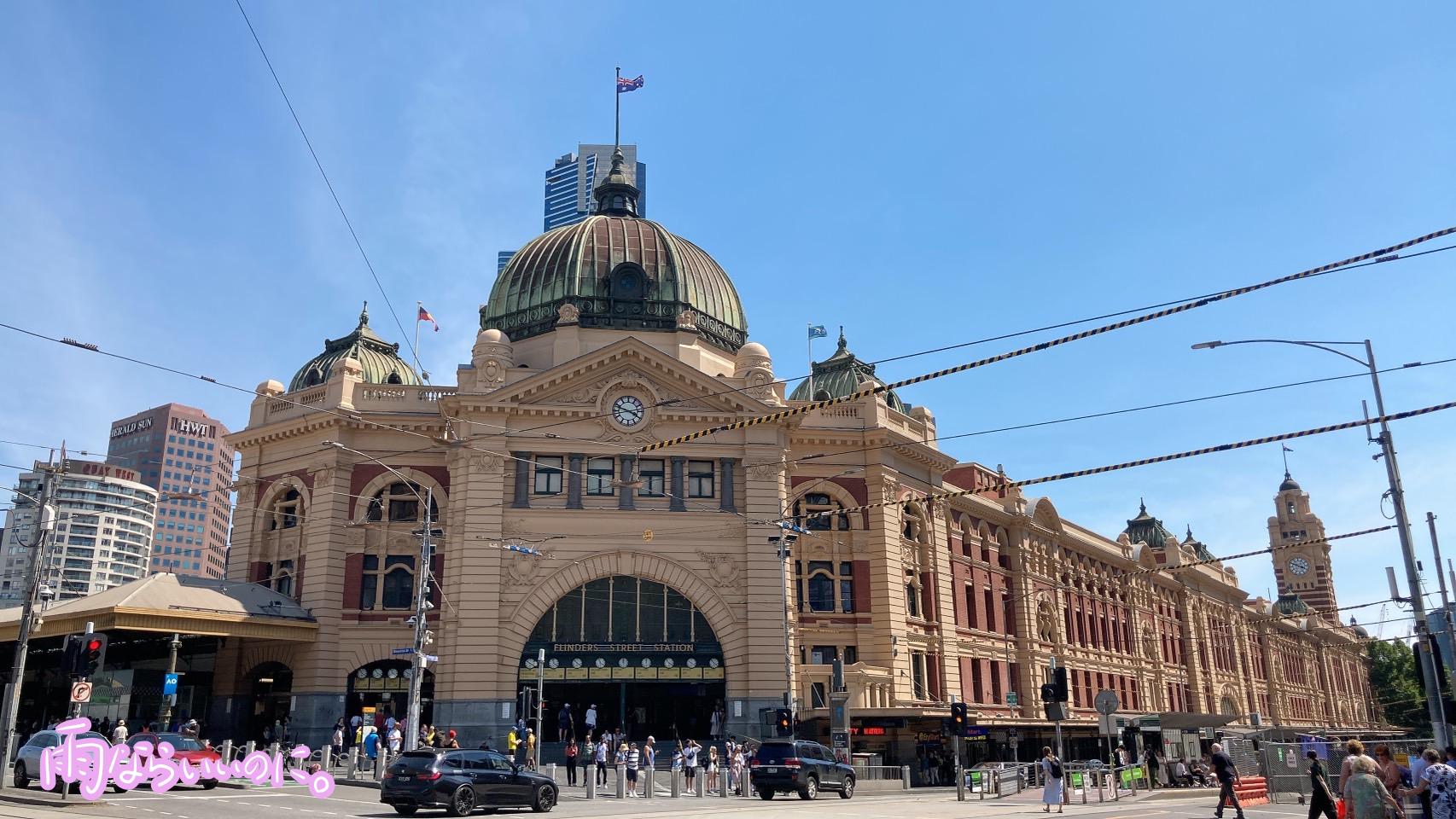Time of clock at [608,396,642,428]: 3:48
